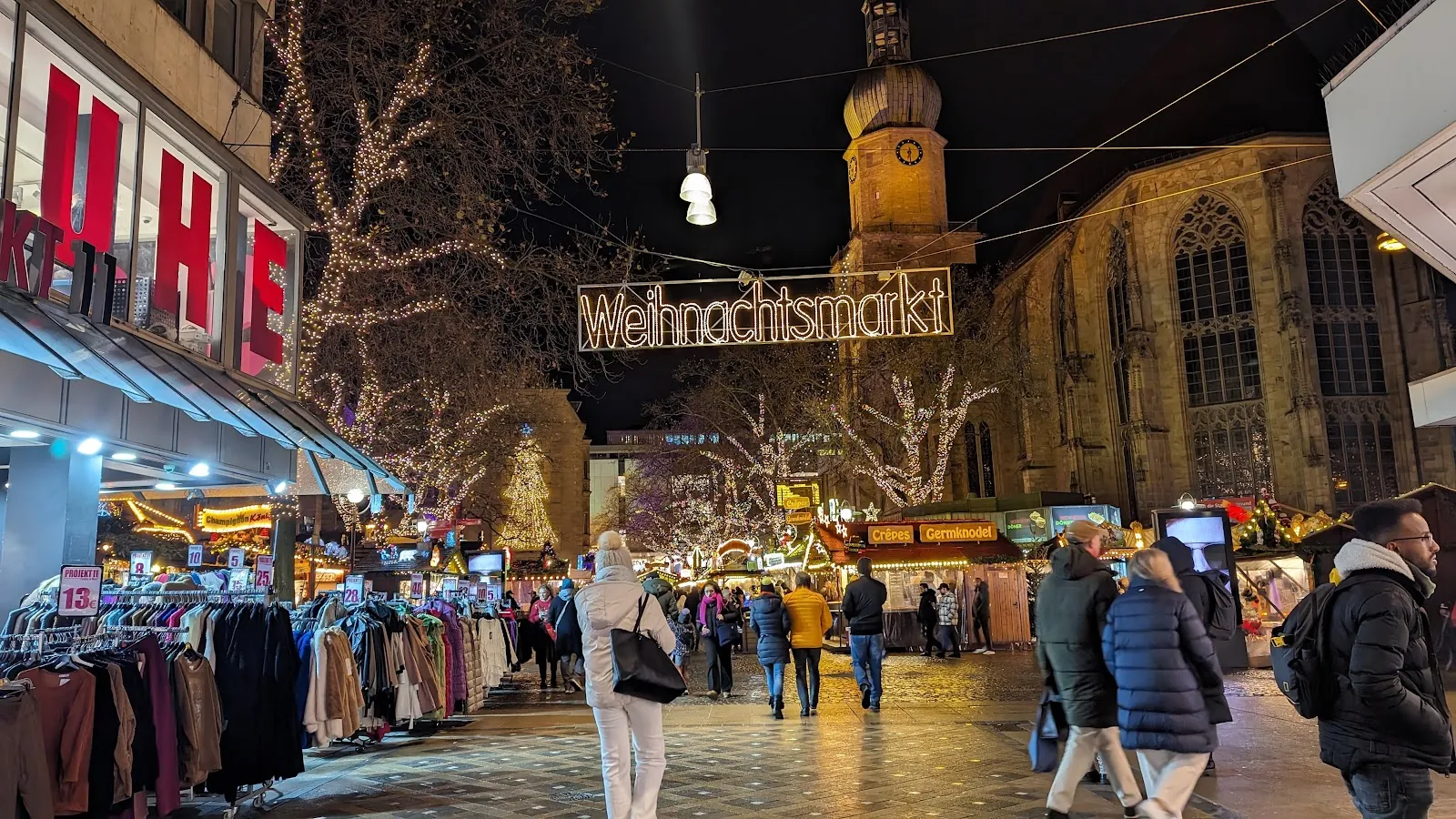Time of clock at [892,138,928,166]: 6:29
